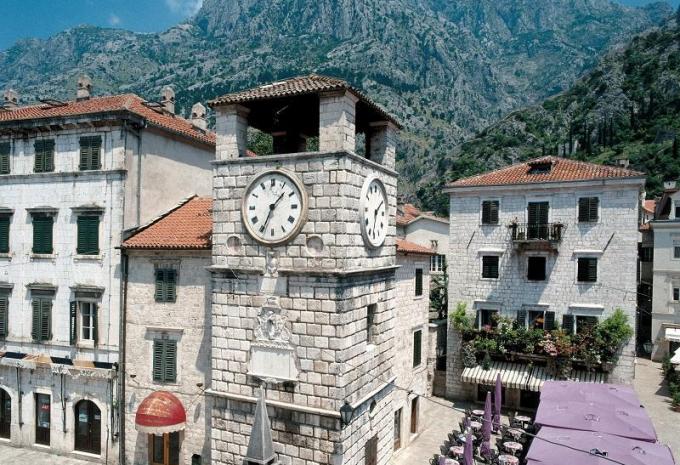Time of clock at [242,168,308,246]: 1:34
